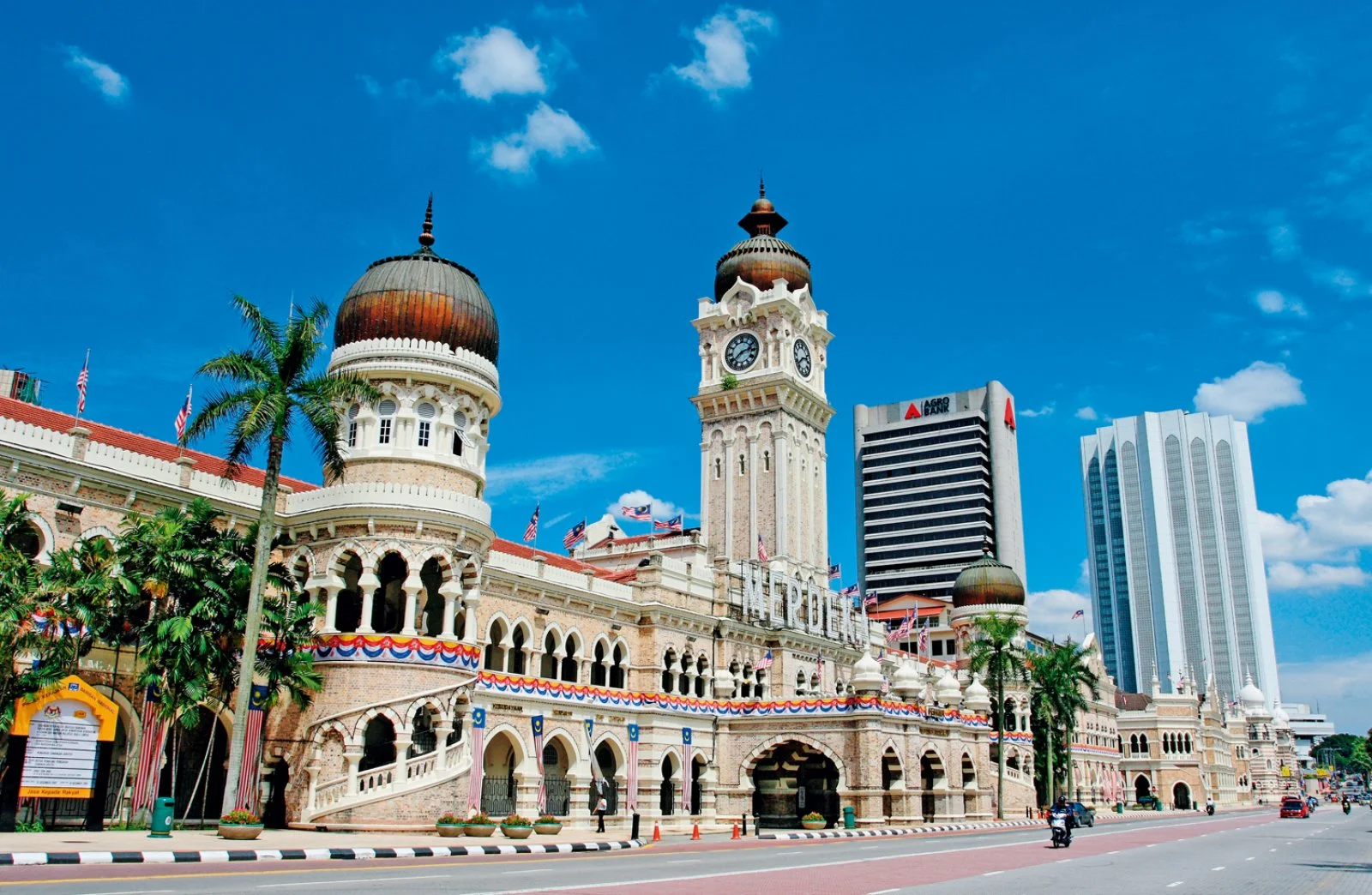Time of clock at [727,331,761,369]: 2:38
